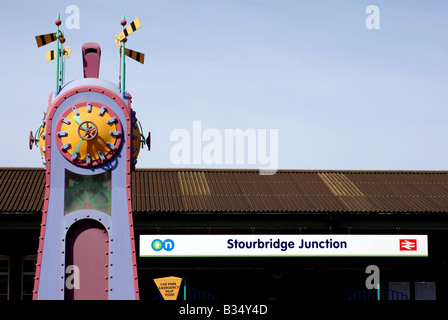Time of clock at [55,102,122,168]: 10:36
